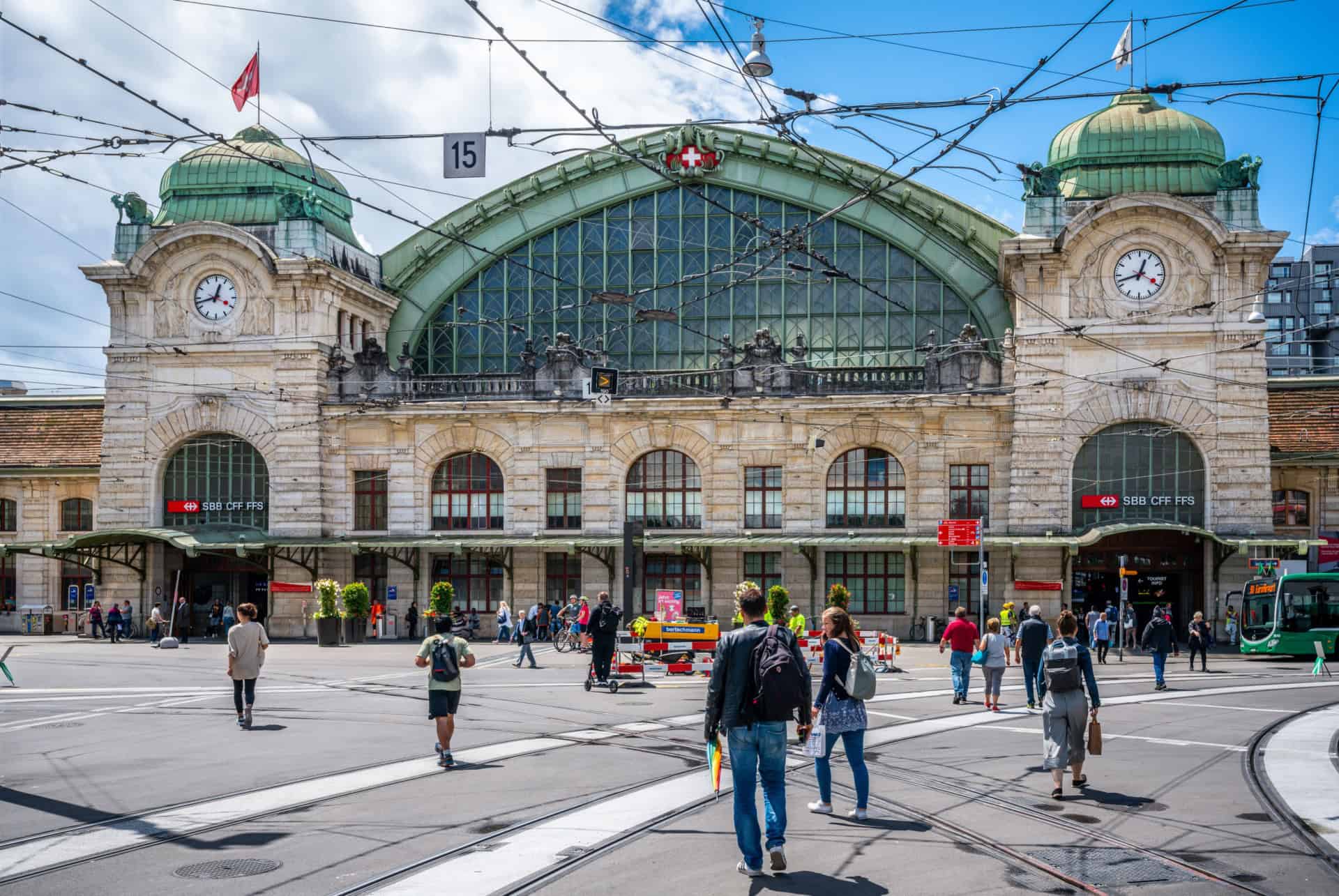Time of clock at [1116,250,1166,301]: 12:42
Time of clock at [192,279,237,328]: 12:42
